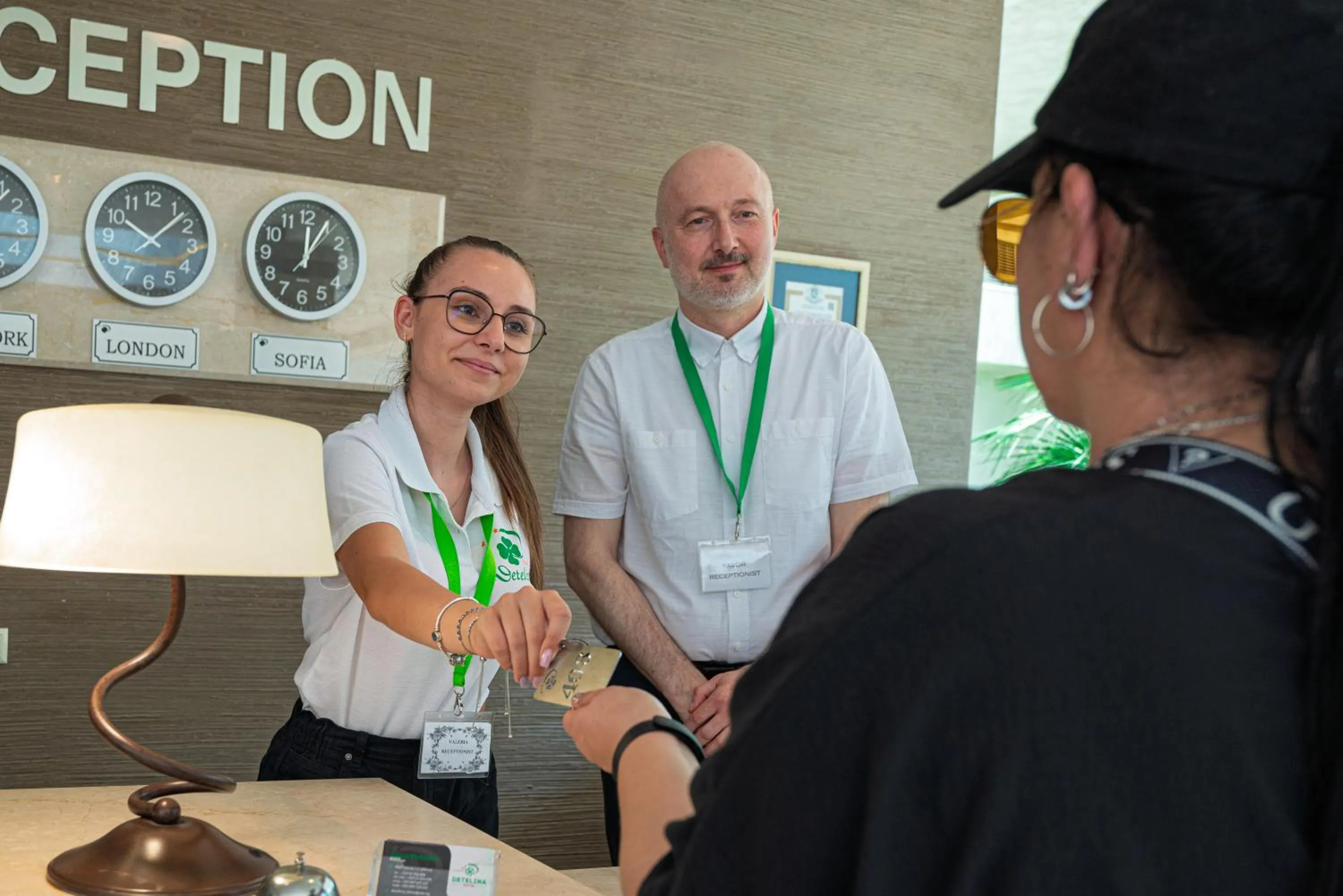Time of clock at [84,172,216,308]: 10:07
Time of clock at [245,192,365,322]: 12:04
